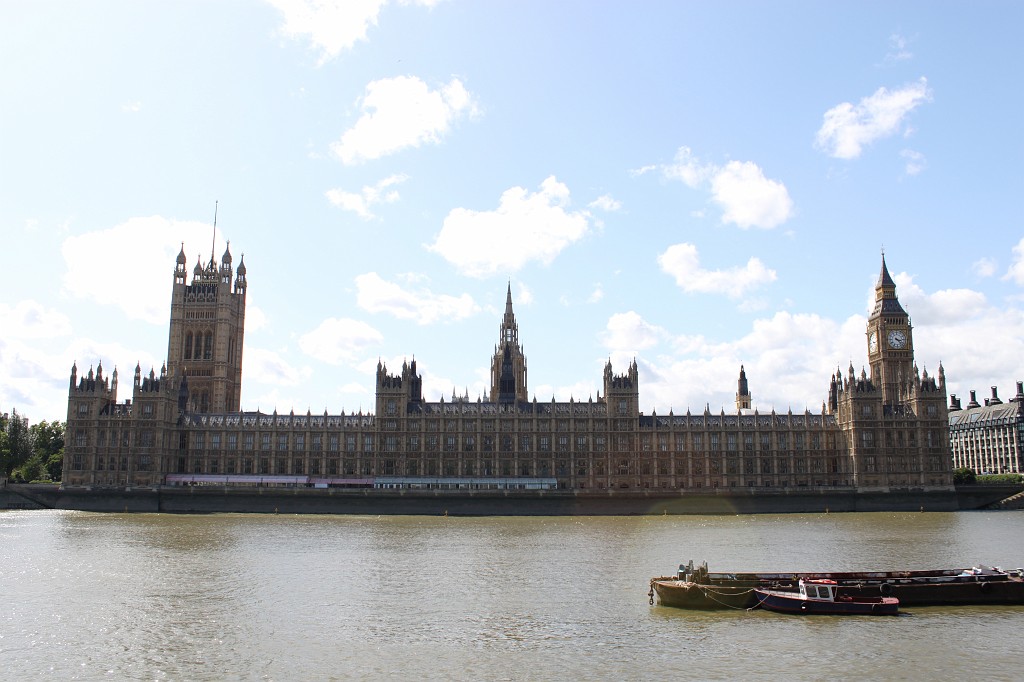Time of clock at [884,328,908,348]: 3:22
